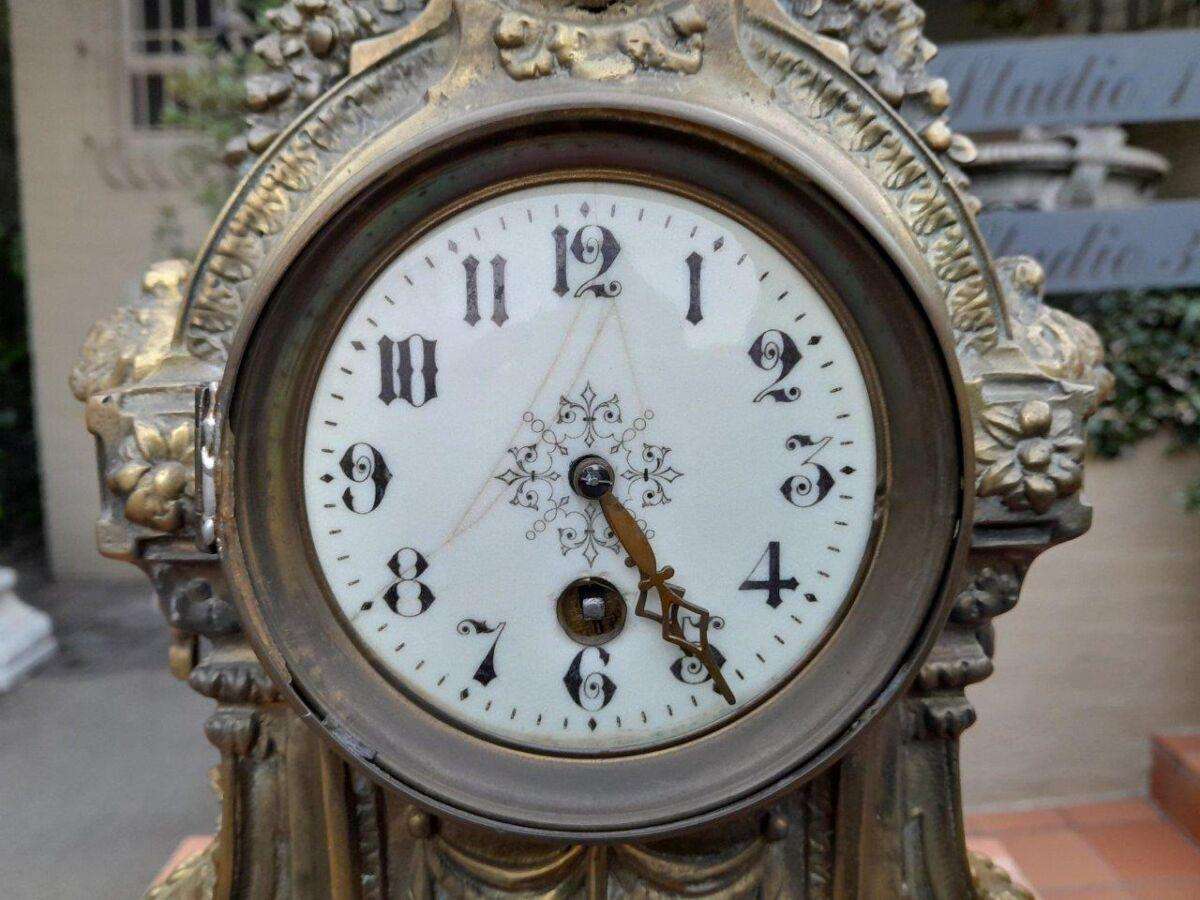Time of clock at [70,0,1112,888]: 4:24
